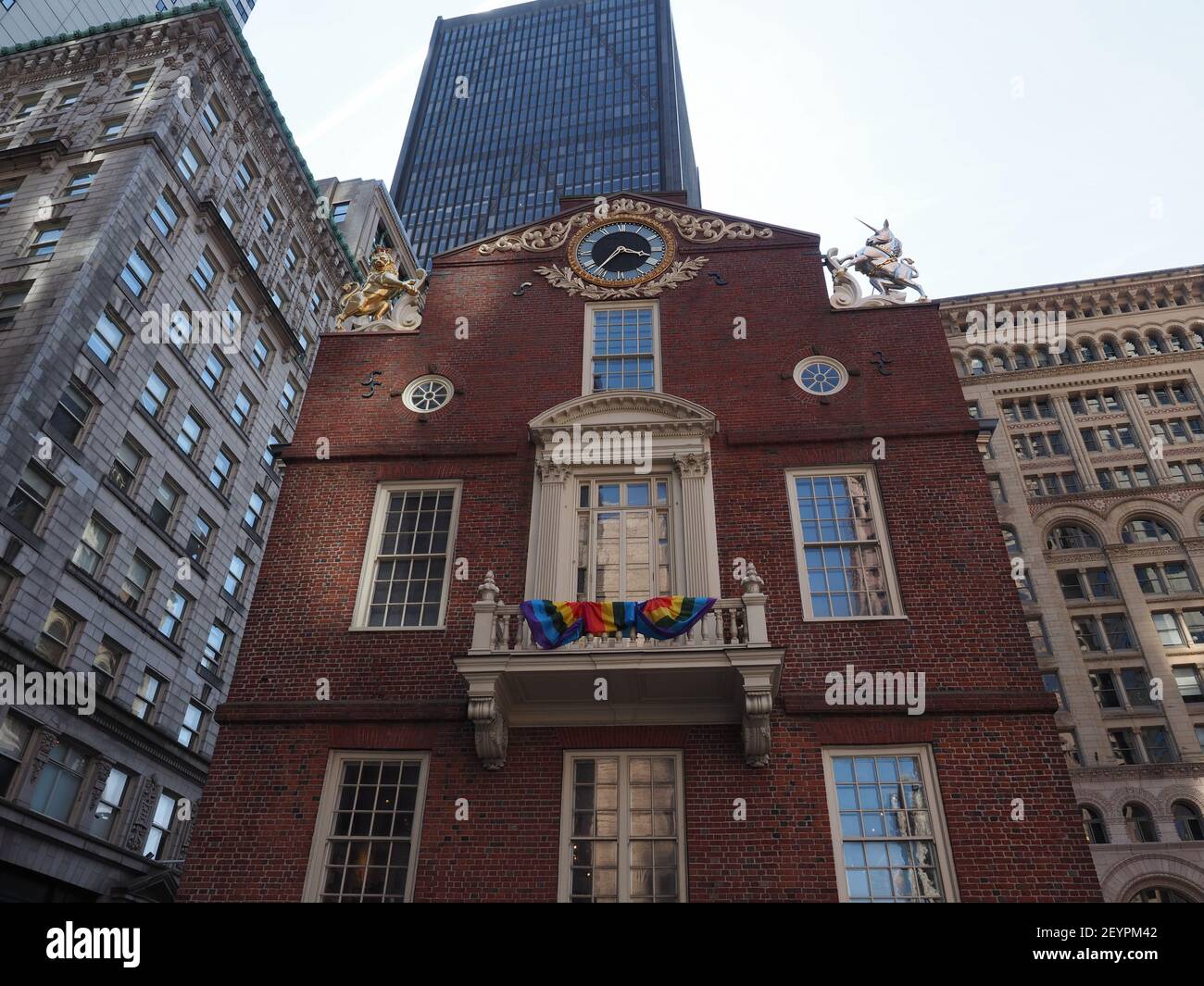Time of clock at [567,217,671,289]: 3:36
